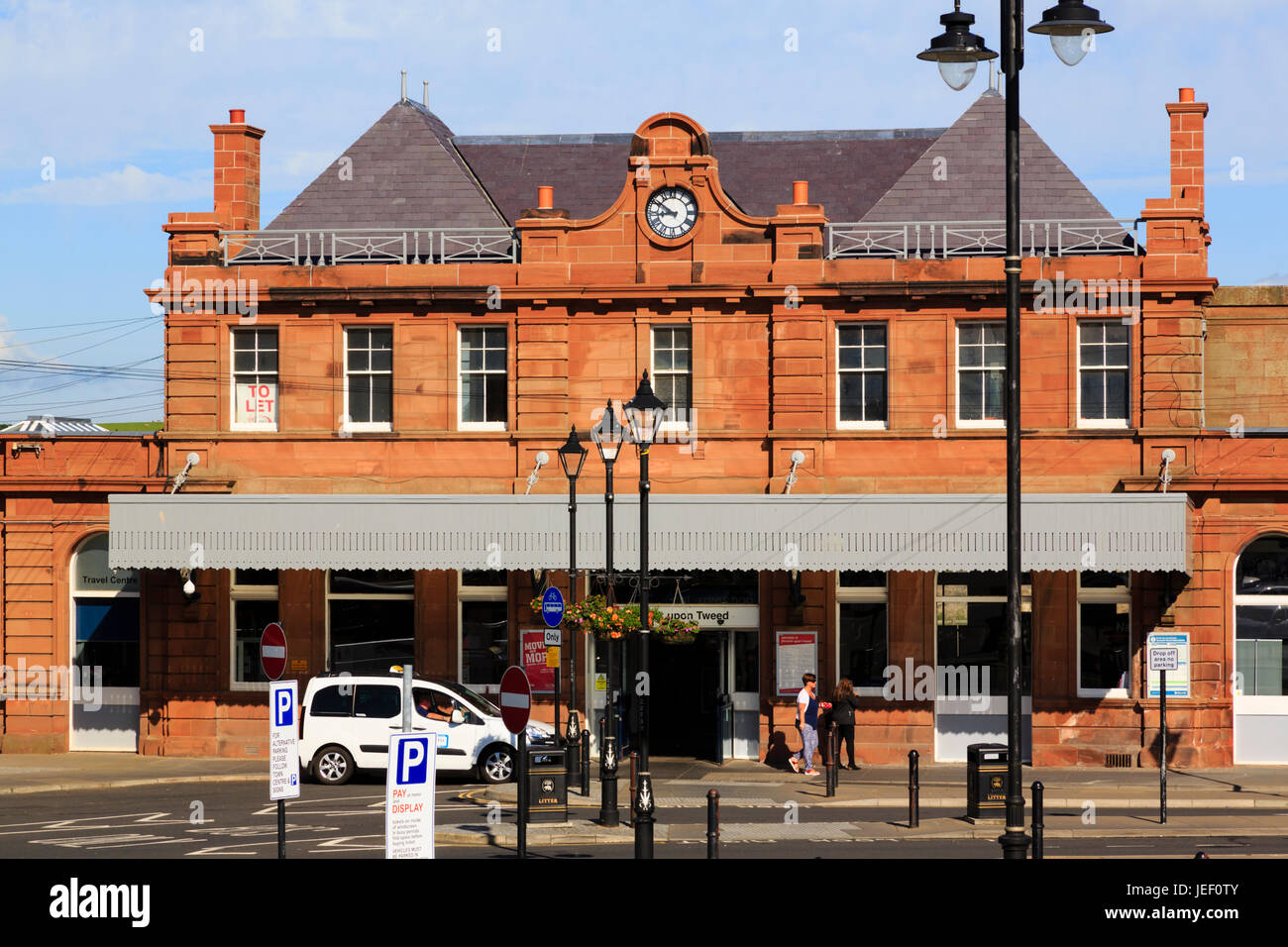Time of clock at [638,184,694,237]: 8:50
